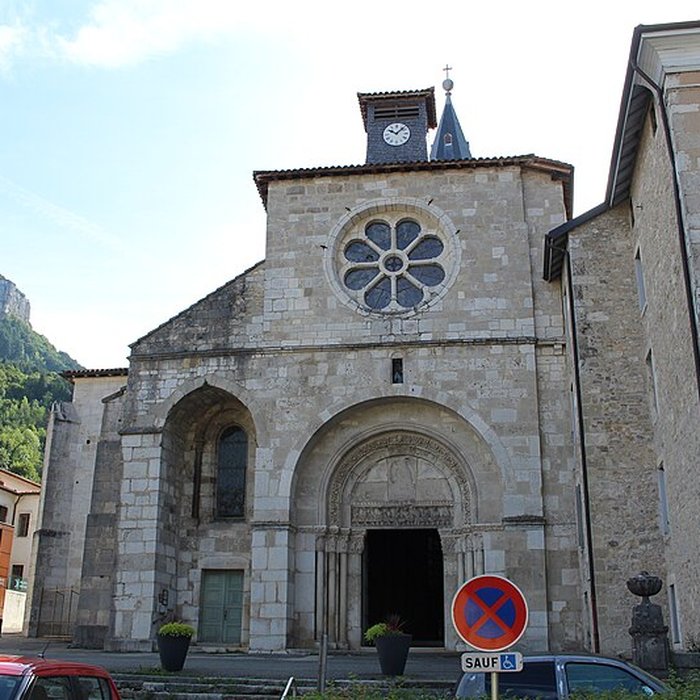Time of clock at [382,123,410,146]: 10:07
